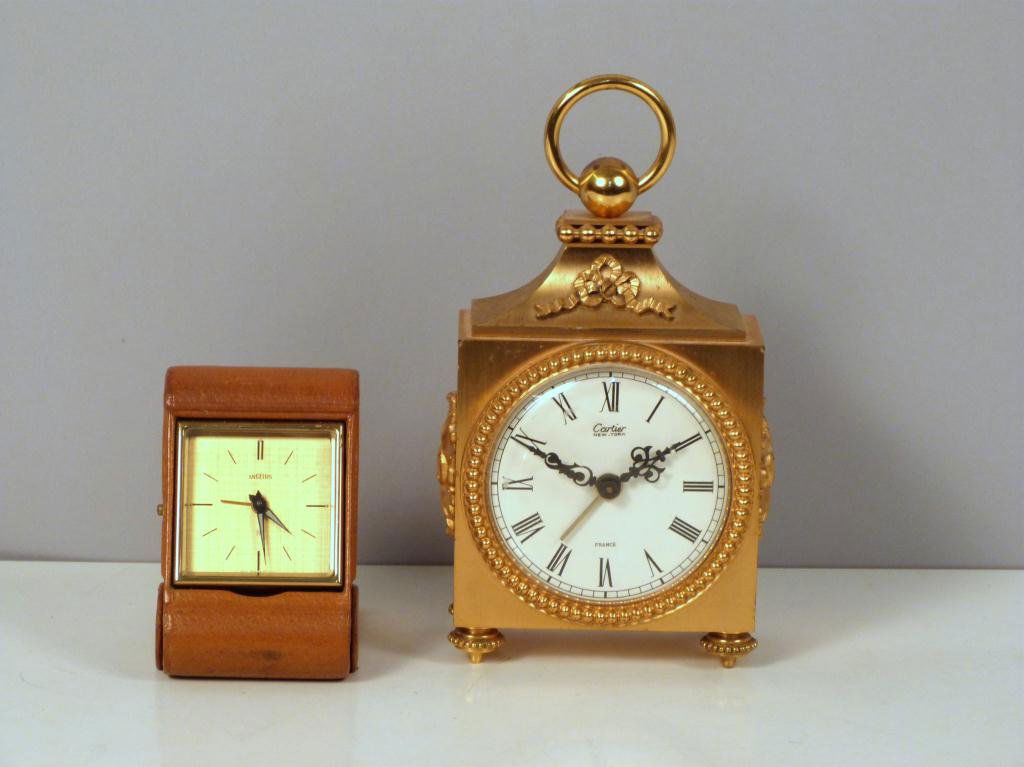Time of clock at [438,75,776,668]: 1:49
